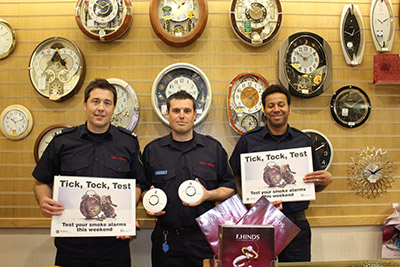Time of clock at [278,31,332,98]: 10:10
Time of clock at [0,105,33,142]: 10:12
